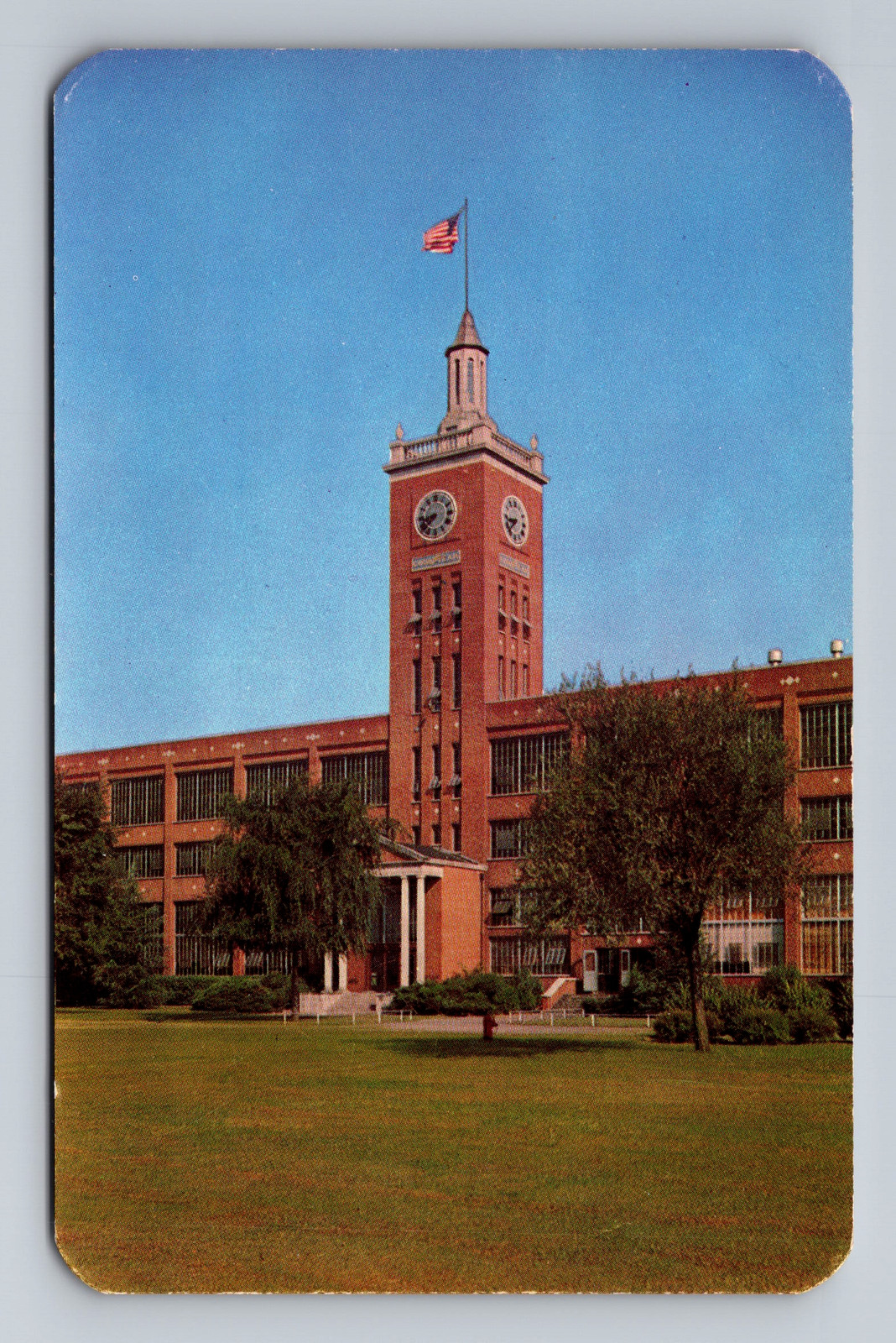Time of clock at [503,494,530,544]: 8:38
